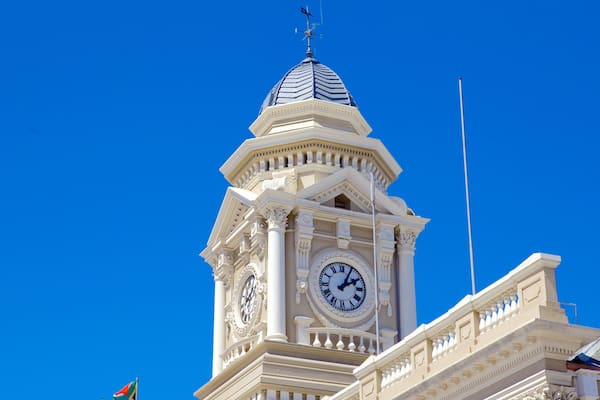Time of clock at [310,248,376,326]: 2:04
